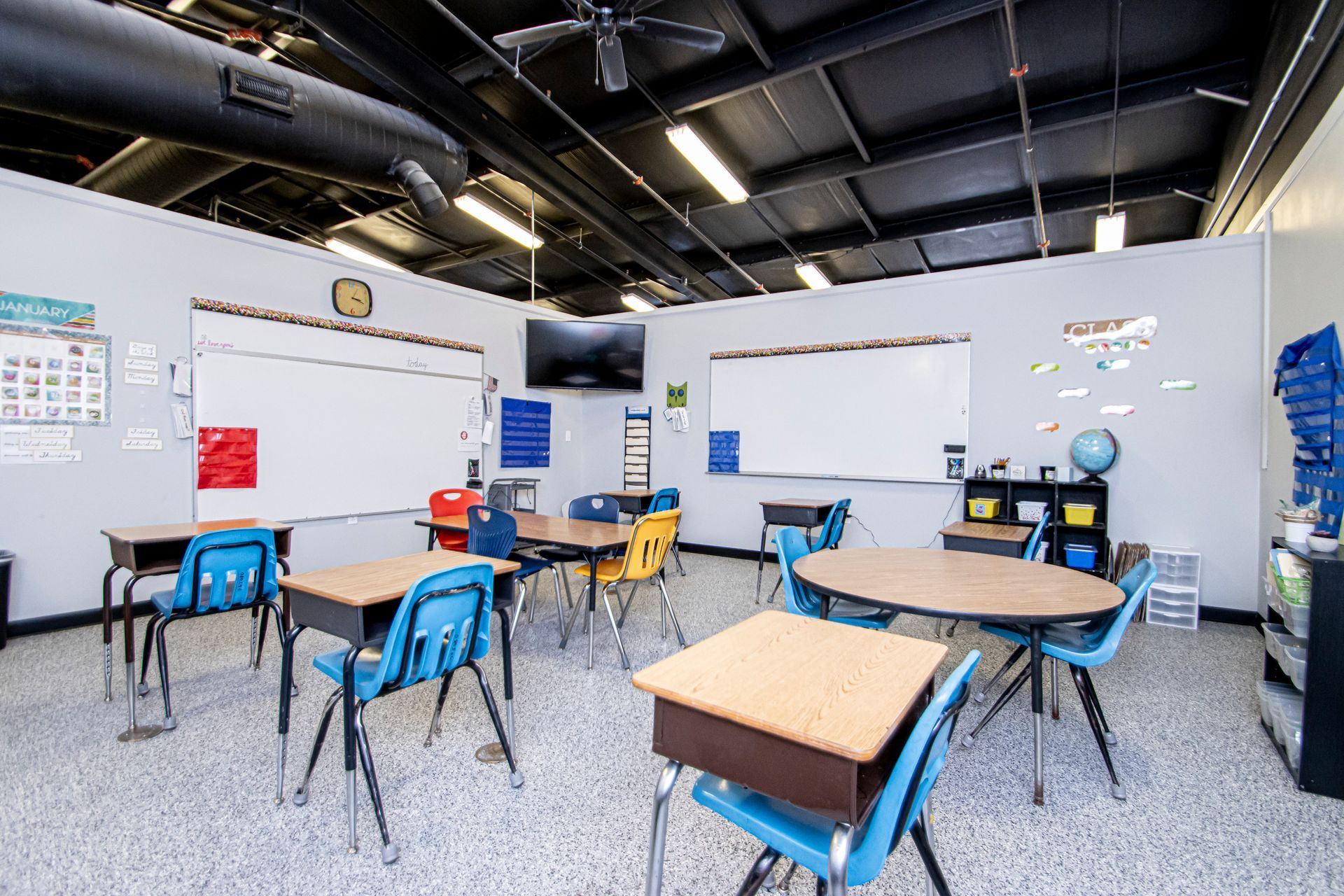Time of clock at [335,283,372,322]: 3:18
